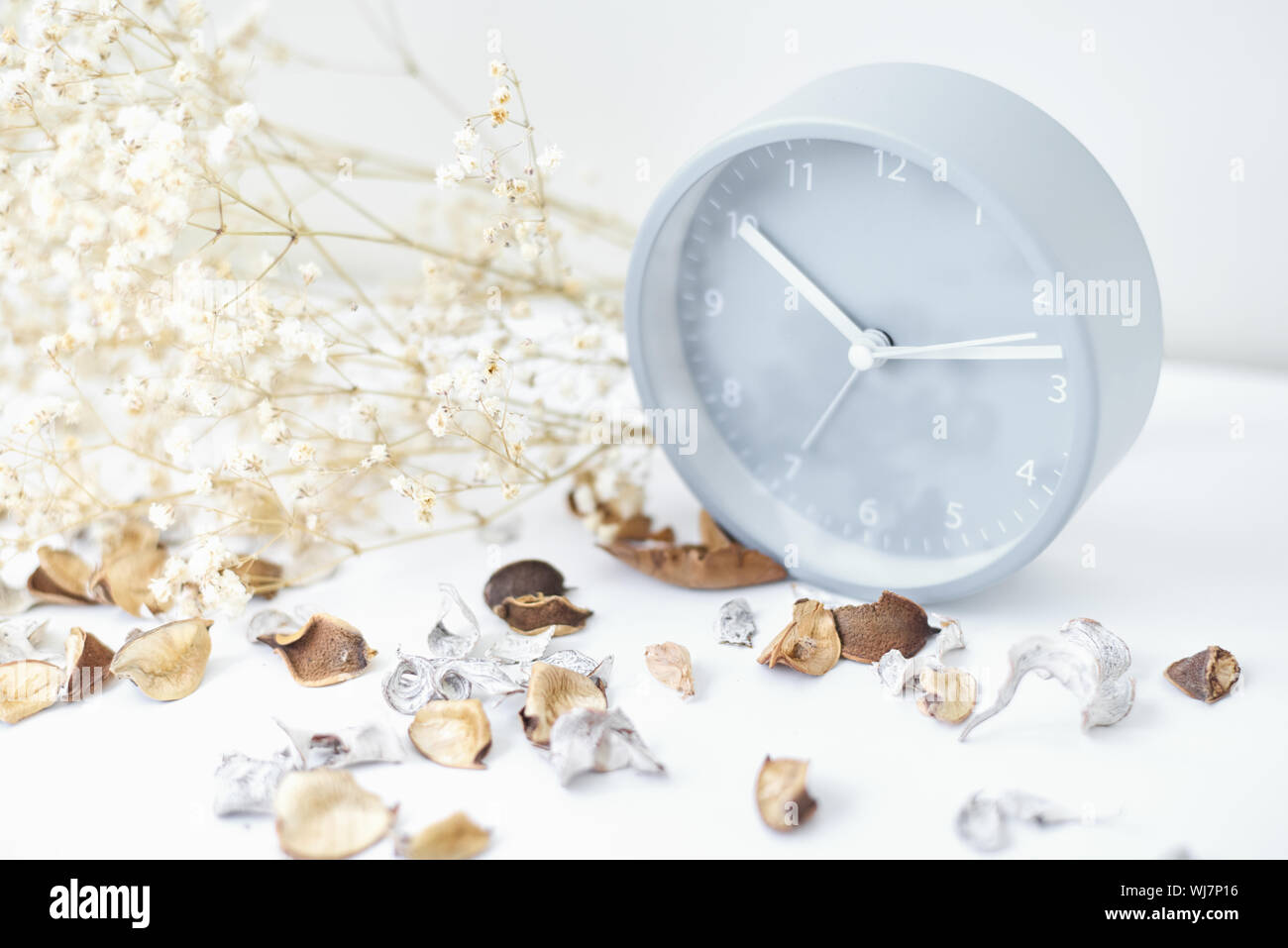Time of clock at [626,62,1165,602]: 10:13
